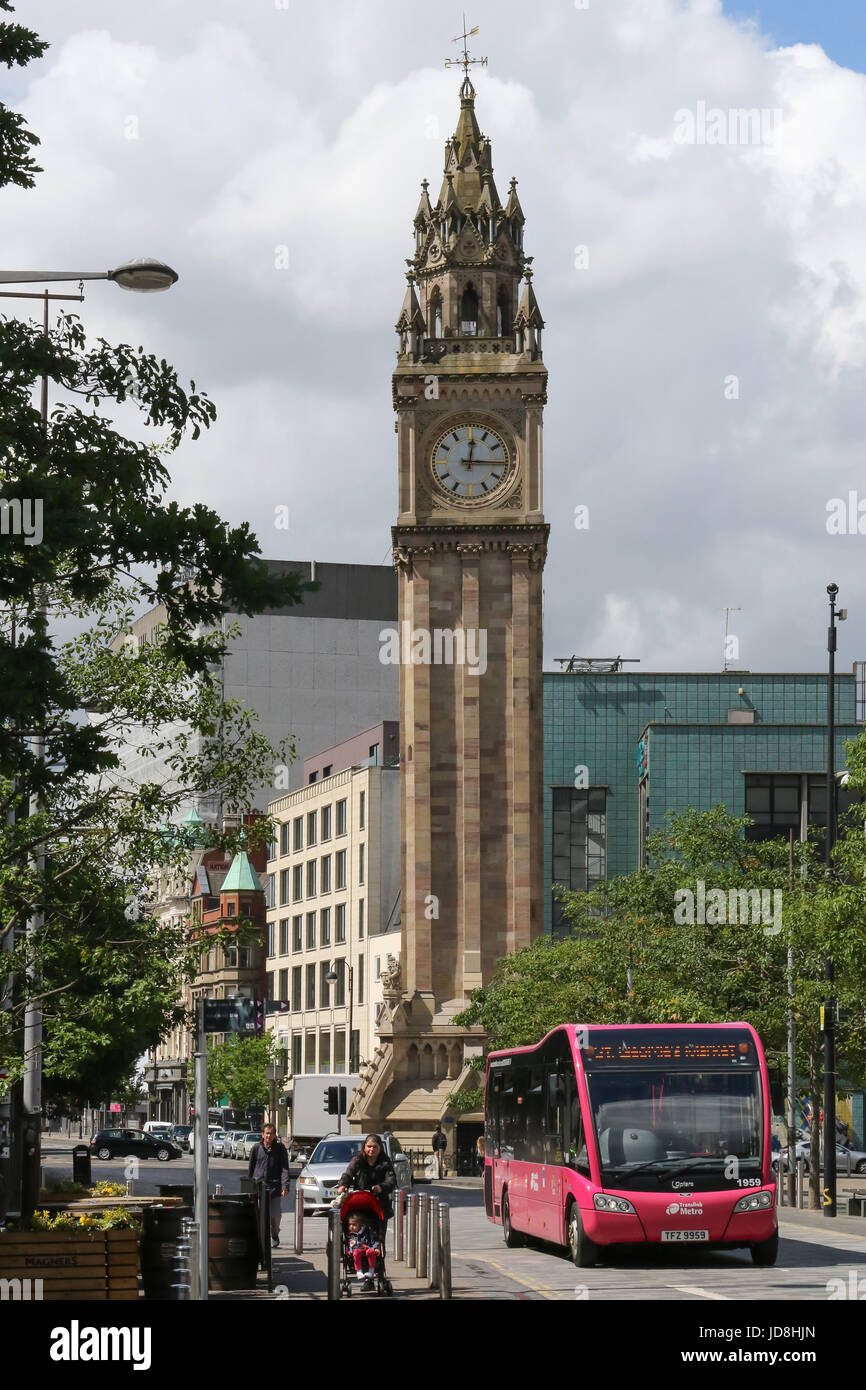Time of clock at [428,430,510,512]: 12:15
